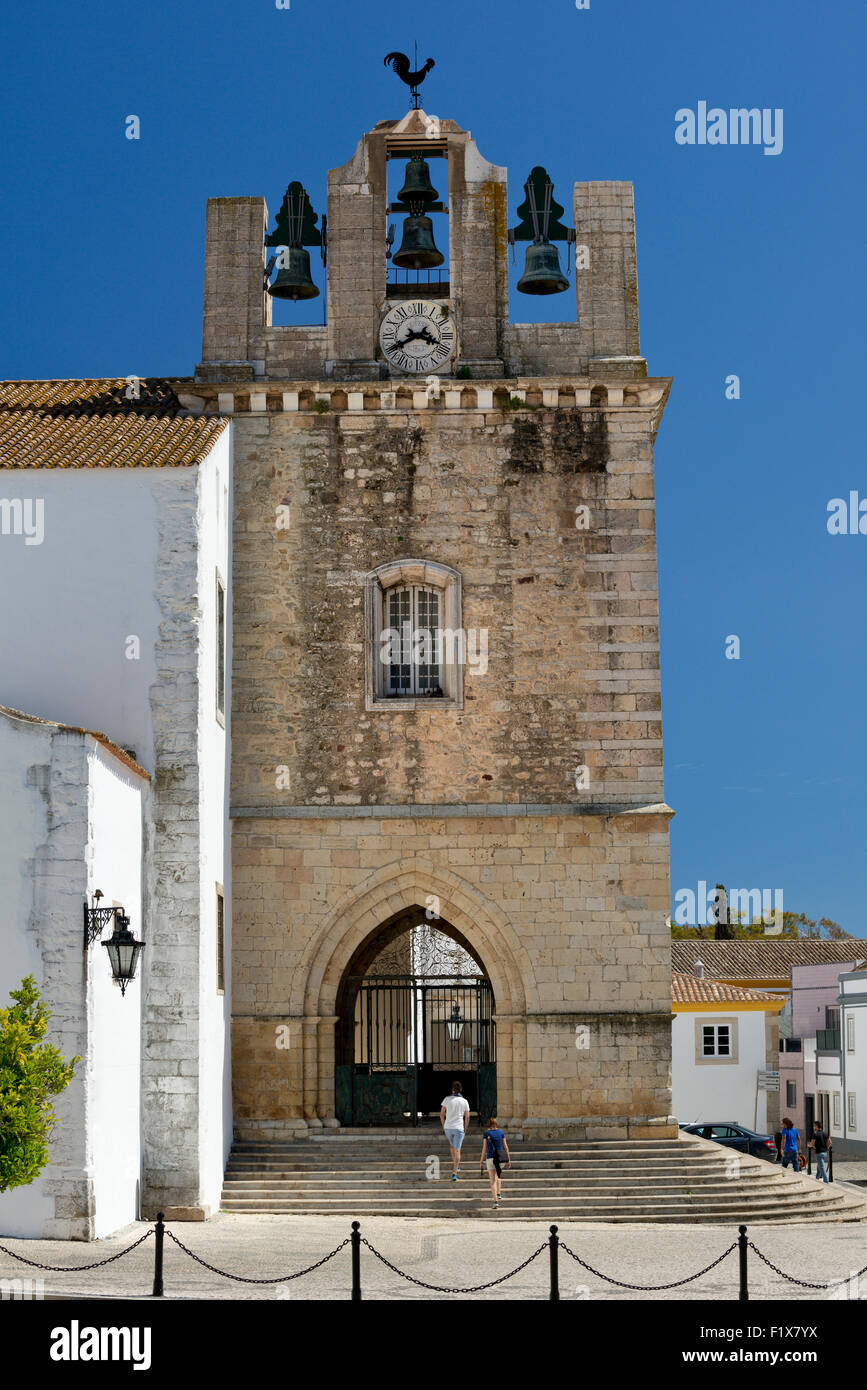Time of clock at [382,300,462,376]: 3:40
